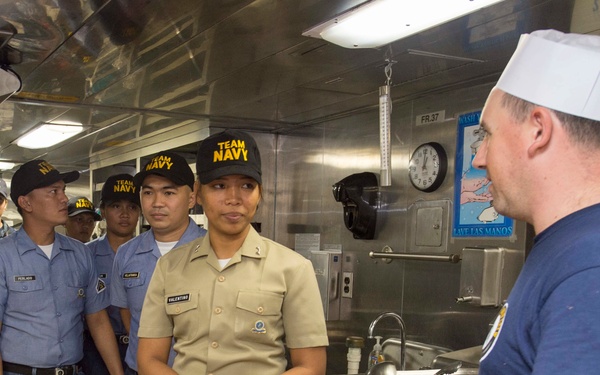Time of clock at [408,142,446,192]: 1:00
